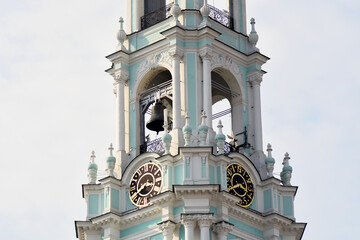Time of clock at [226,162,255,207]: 3:40
